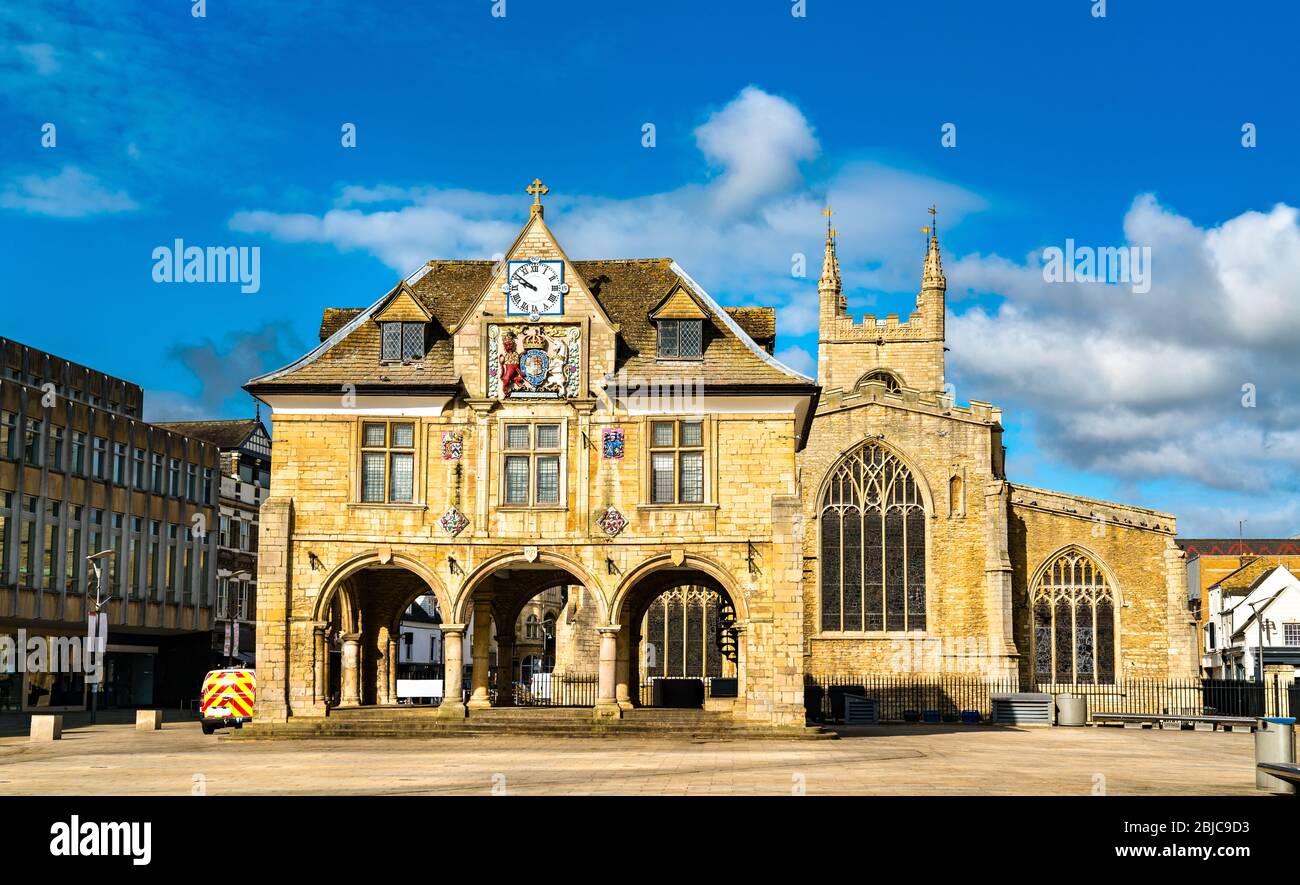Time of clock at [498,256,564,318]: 9:51
